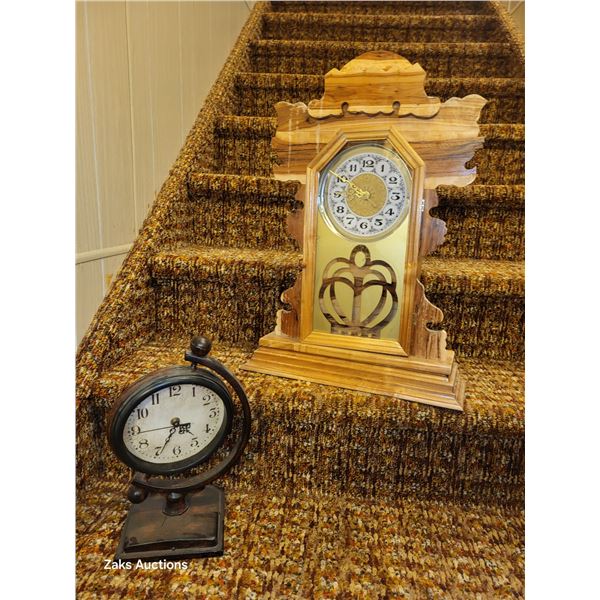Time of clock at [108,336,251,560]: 4:34
